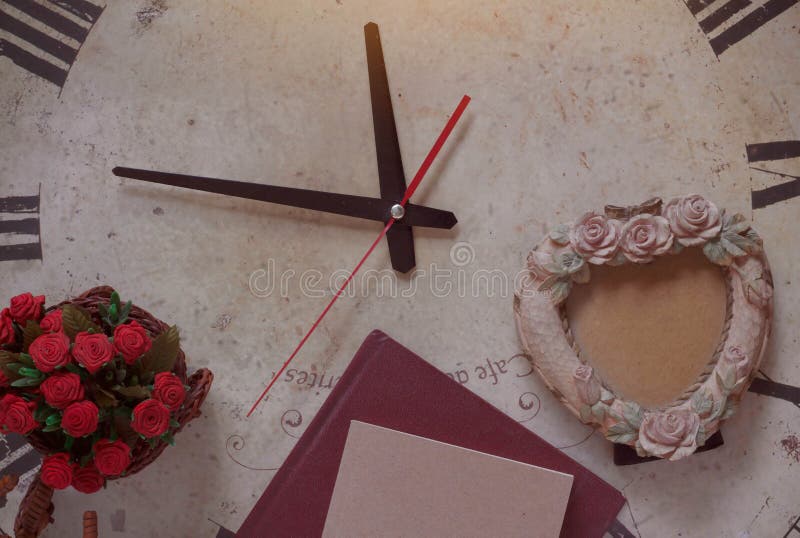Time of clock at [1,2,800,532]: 11:46
